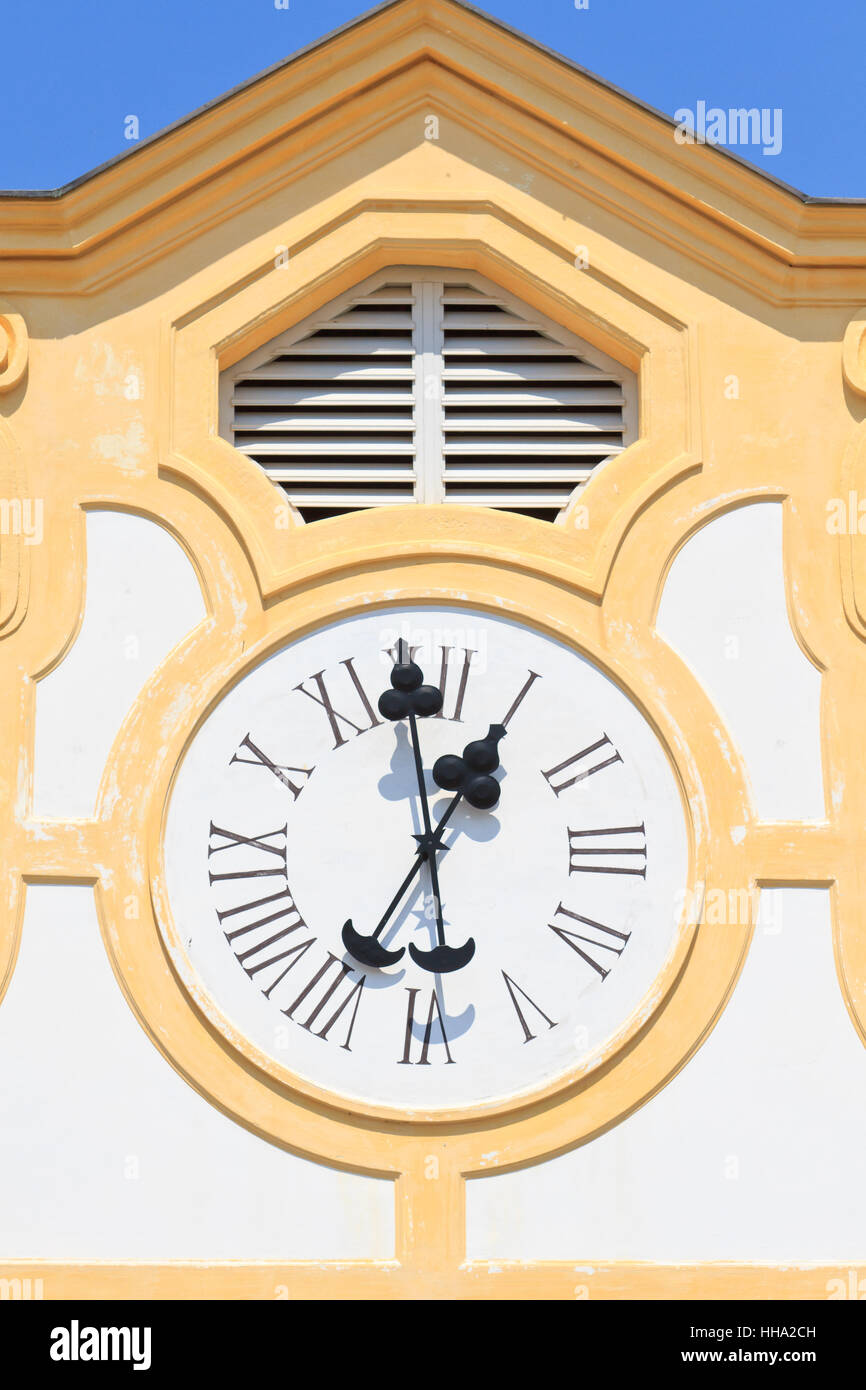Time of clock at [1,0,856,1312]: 12:58
